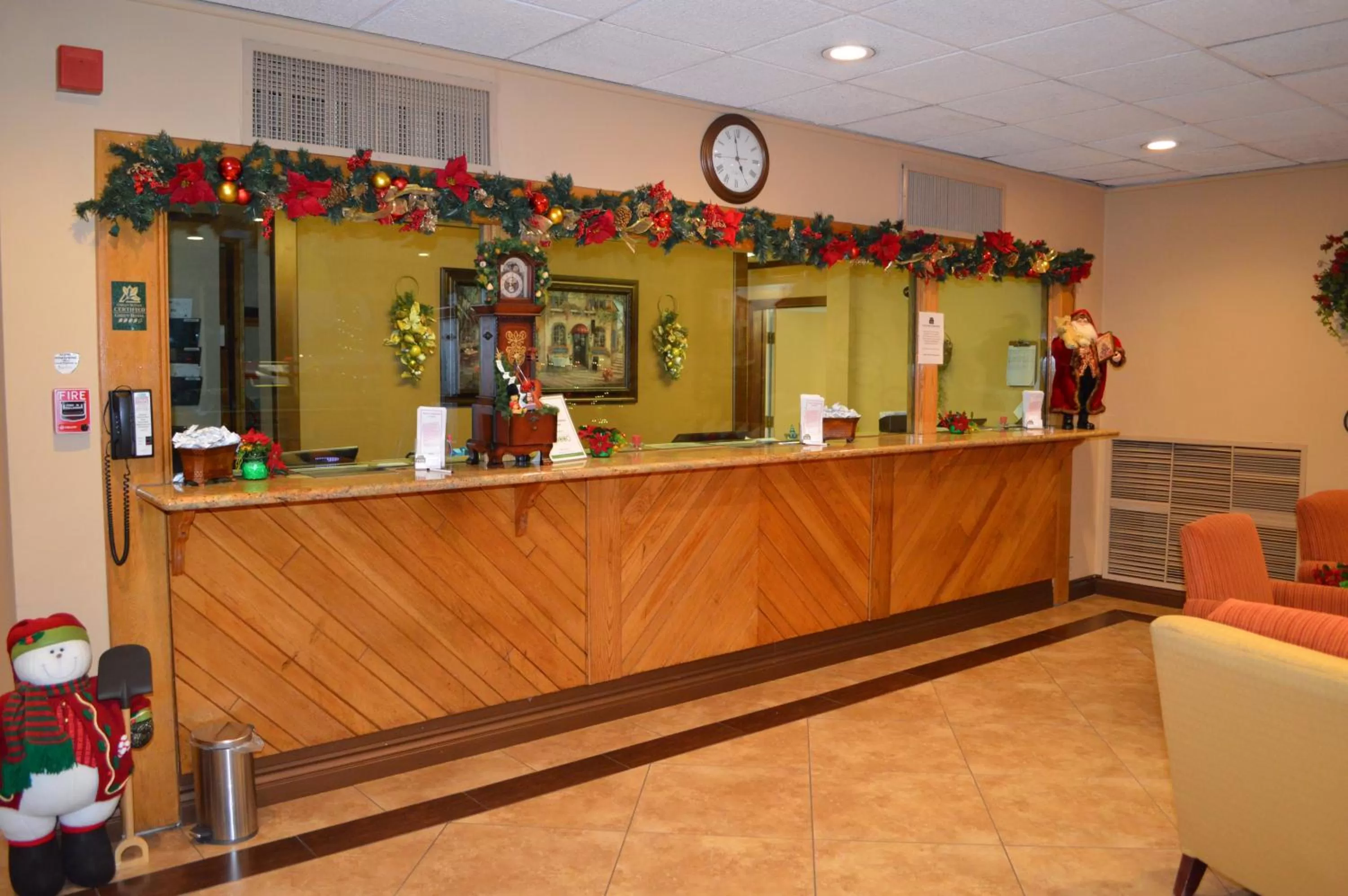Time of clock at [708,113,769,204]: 4:58
